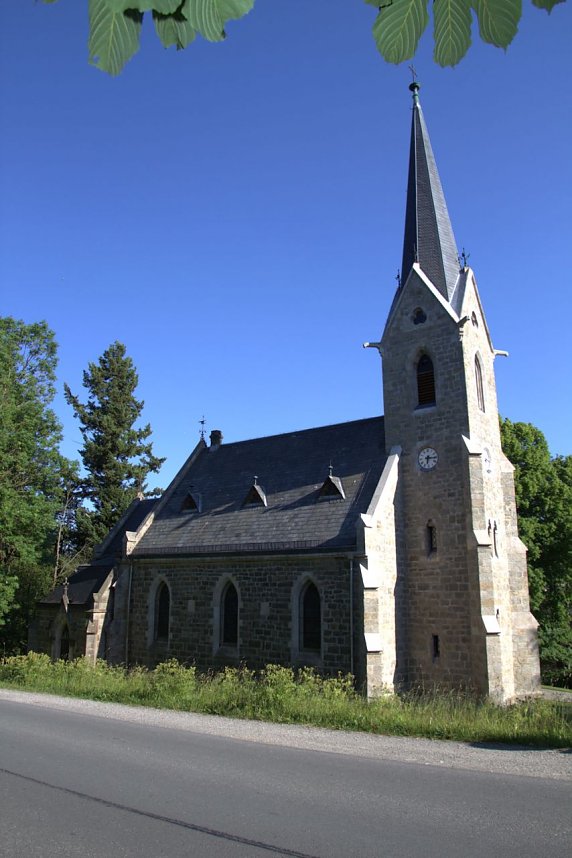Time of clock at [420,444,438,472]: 6:15
